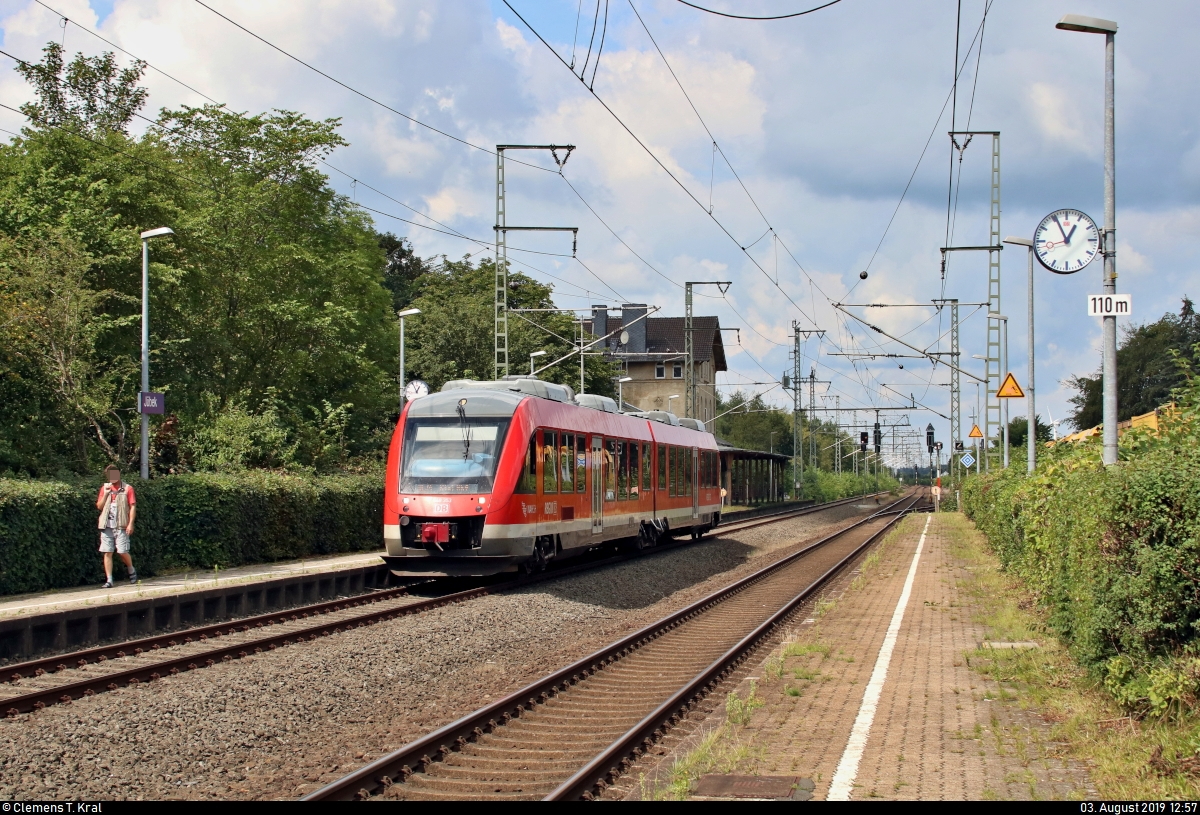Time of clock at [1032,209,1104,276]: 12:55
